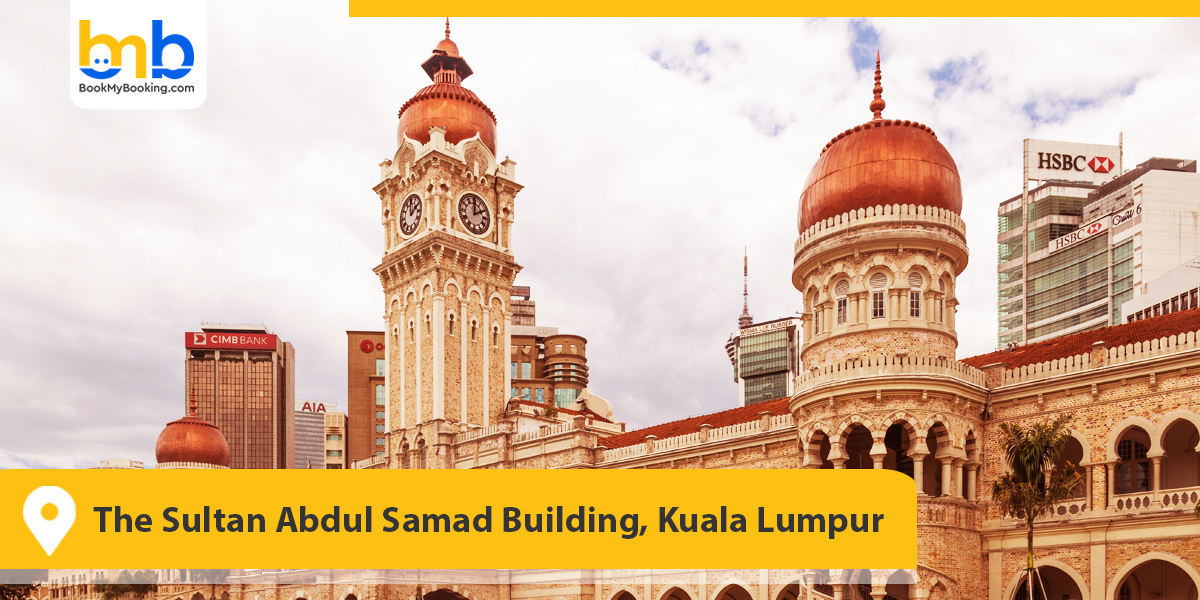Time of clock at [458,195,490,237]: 2:00
